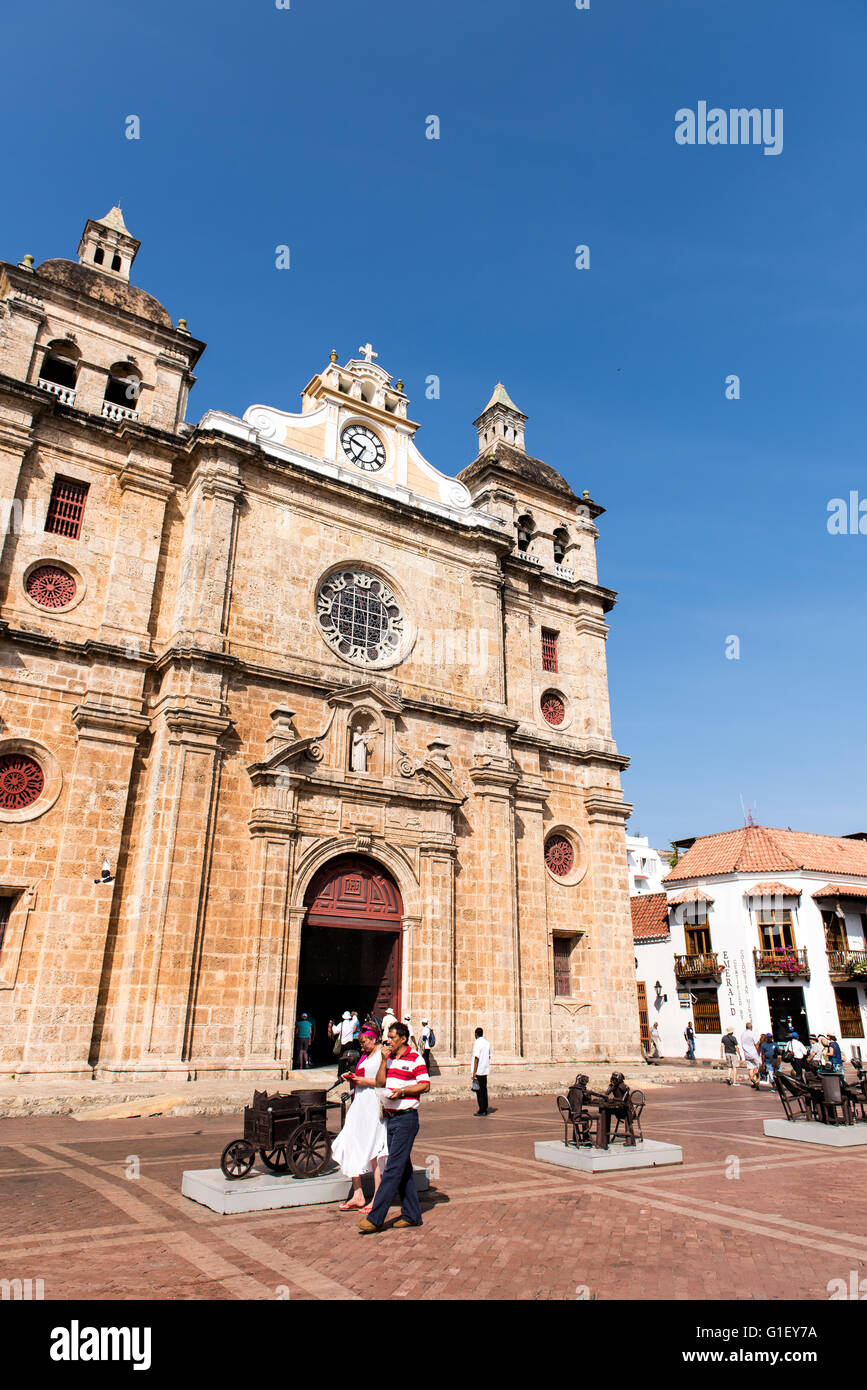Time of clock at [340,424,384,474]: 9:34
